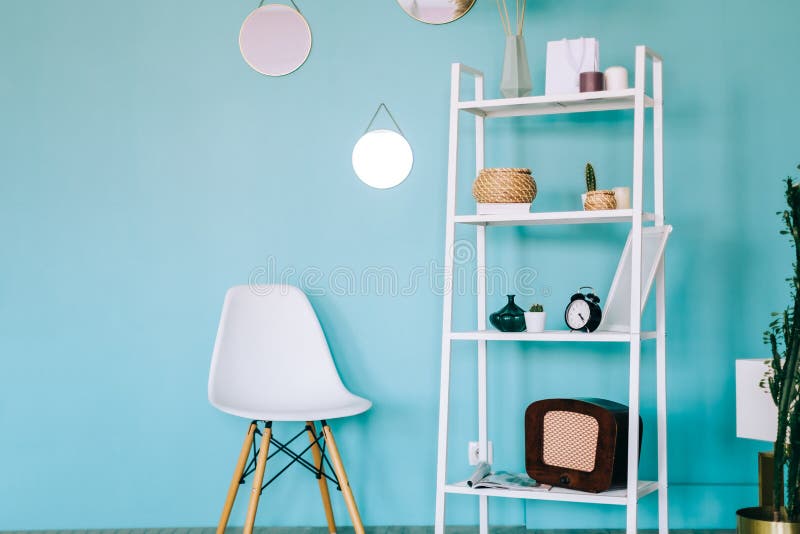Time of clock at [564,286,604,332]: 4:23
